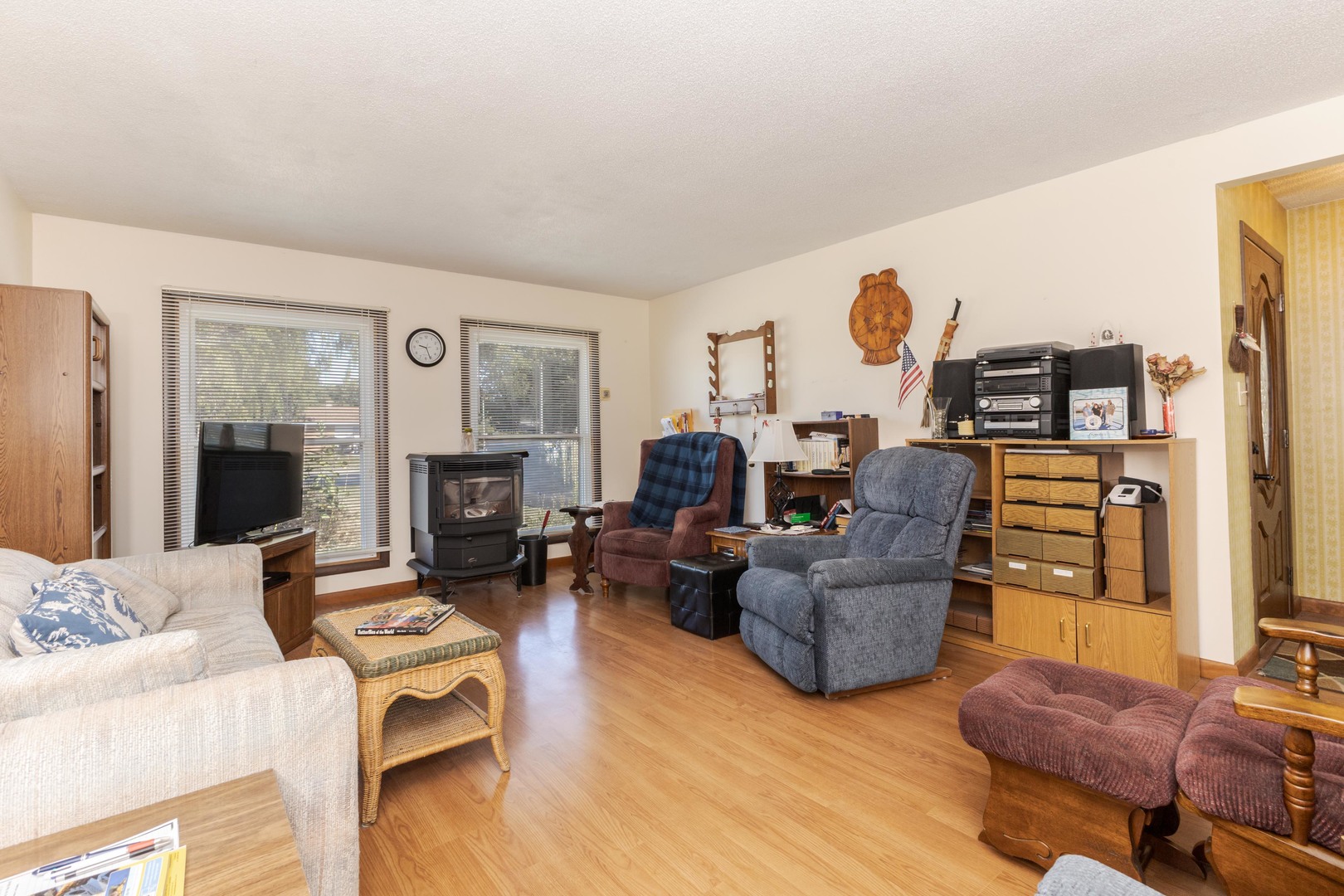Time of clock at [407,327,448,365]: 9:26
